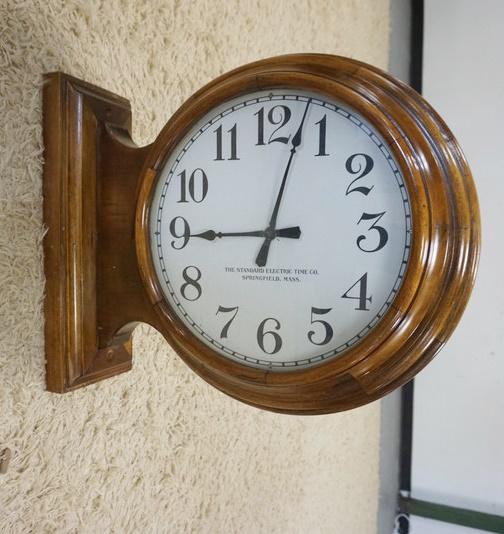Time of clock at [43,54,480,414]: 9:02
